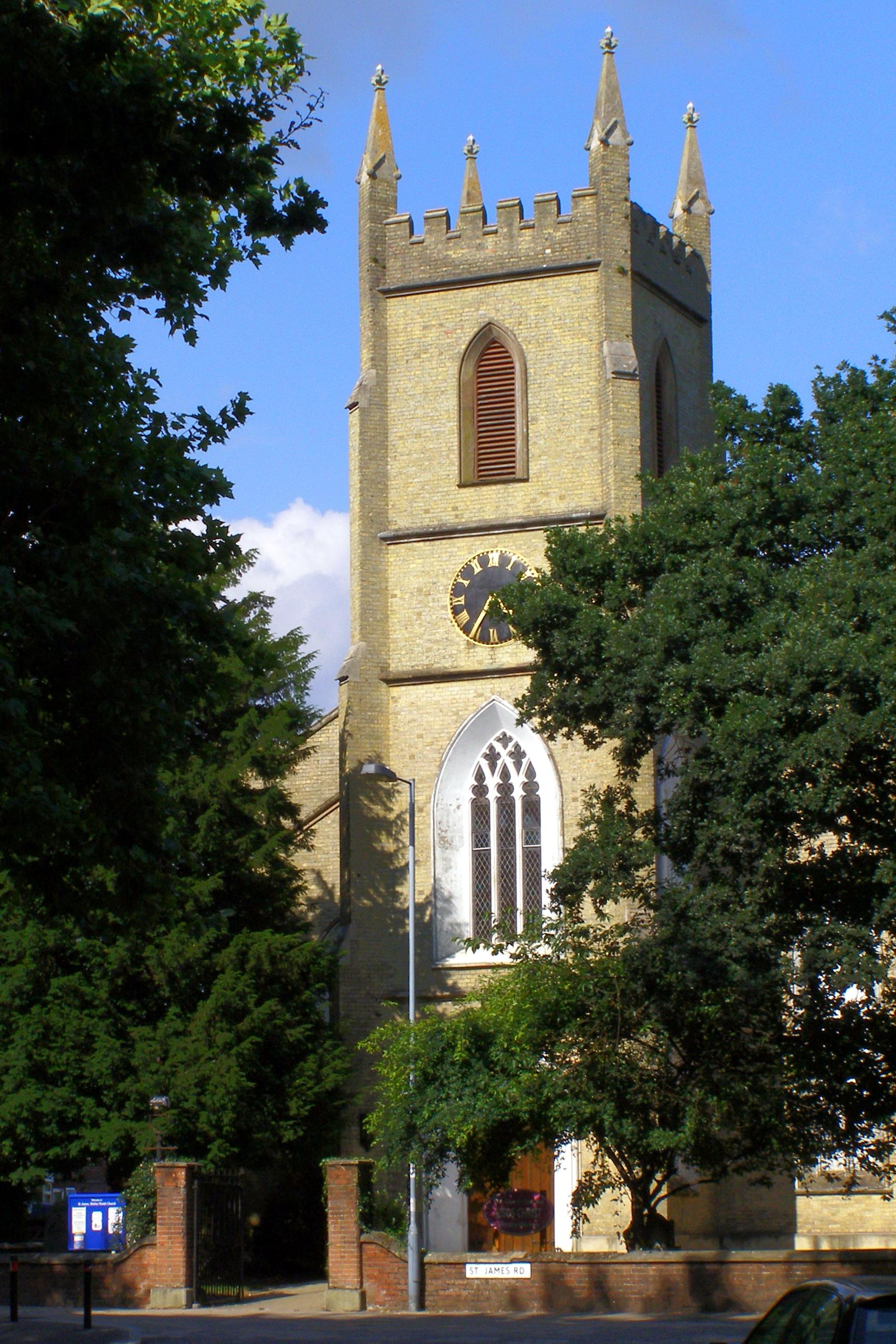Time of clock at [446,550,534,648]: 4:35
